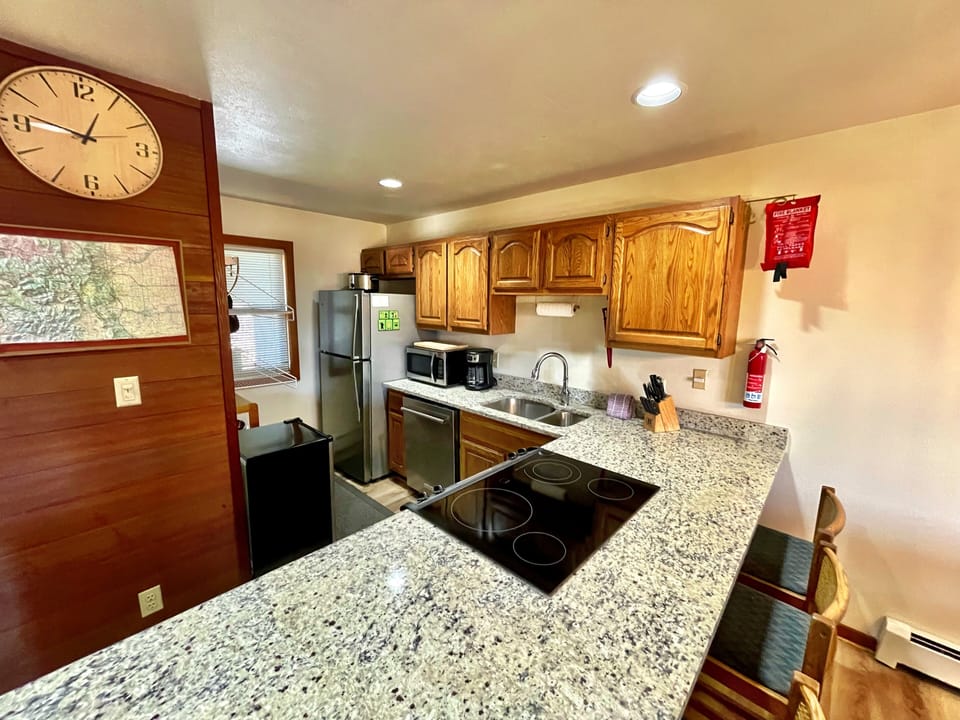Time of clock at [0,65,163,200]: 12:46
